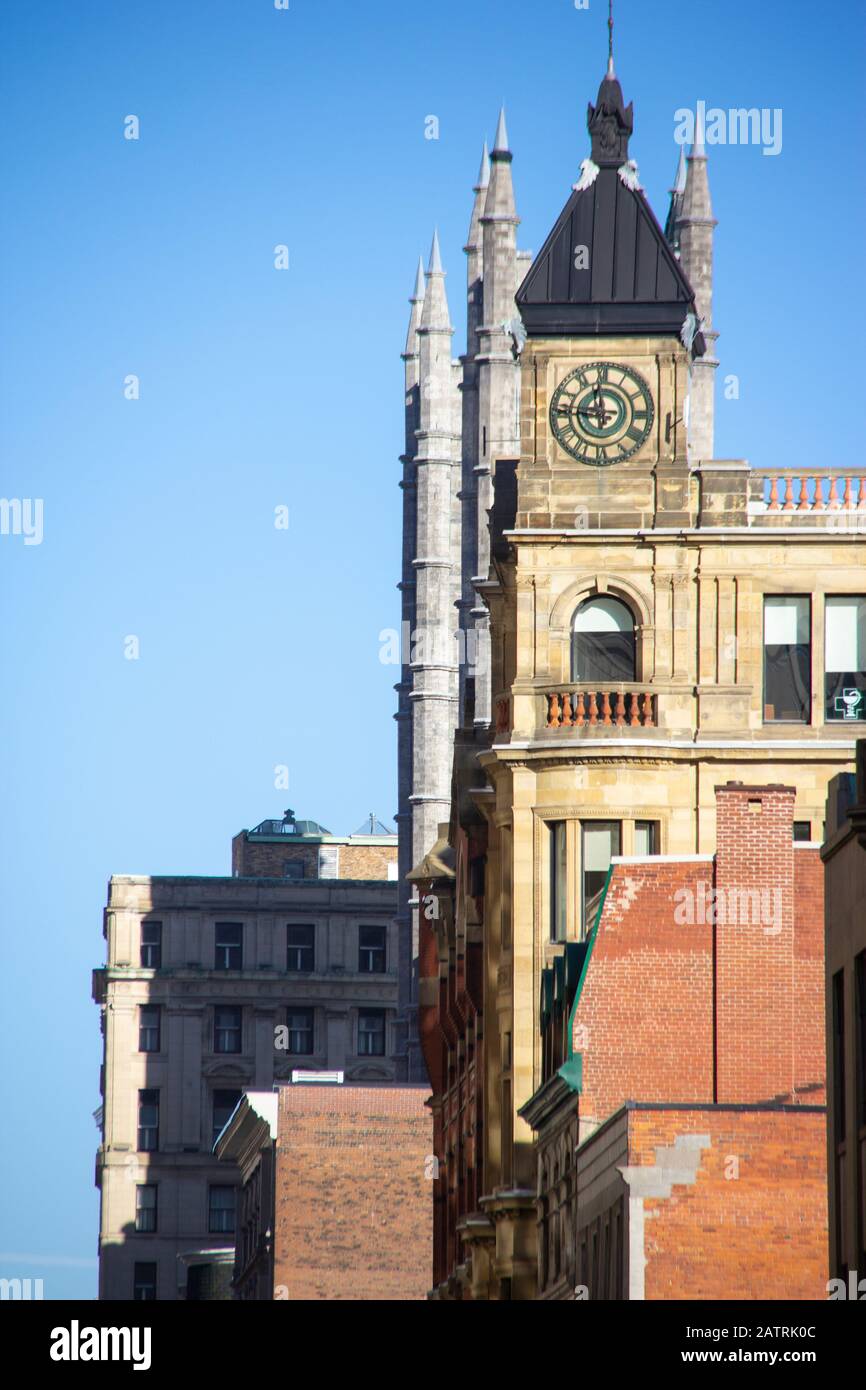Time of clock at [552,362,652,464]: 11:45
